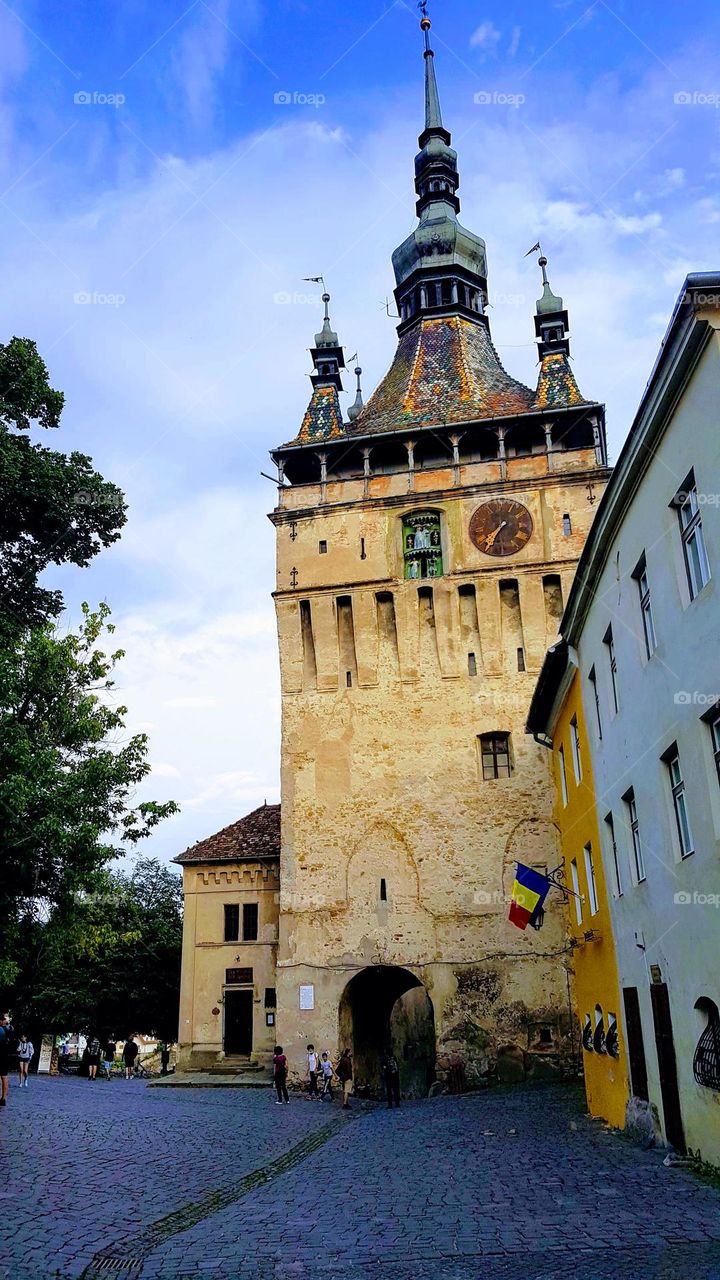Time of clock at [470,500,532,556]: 7:35
